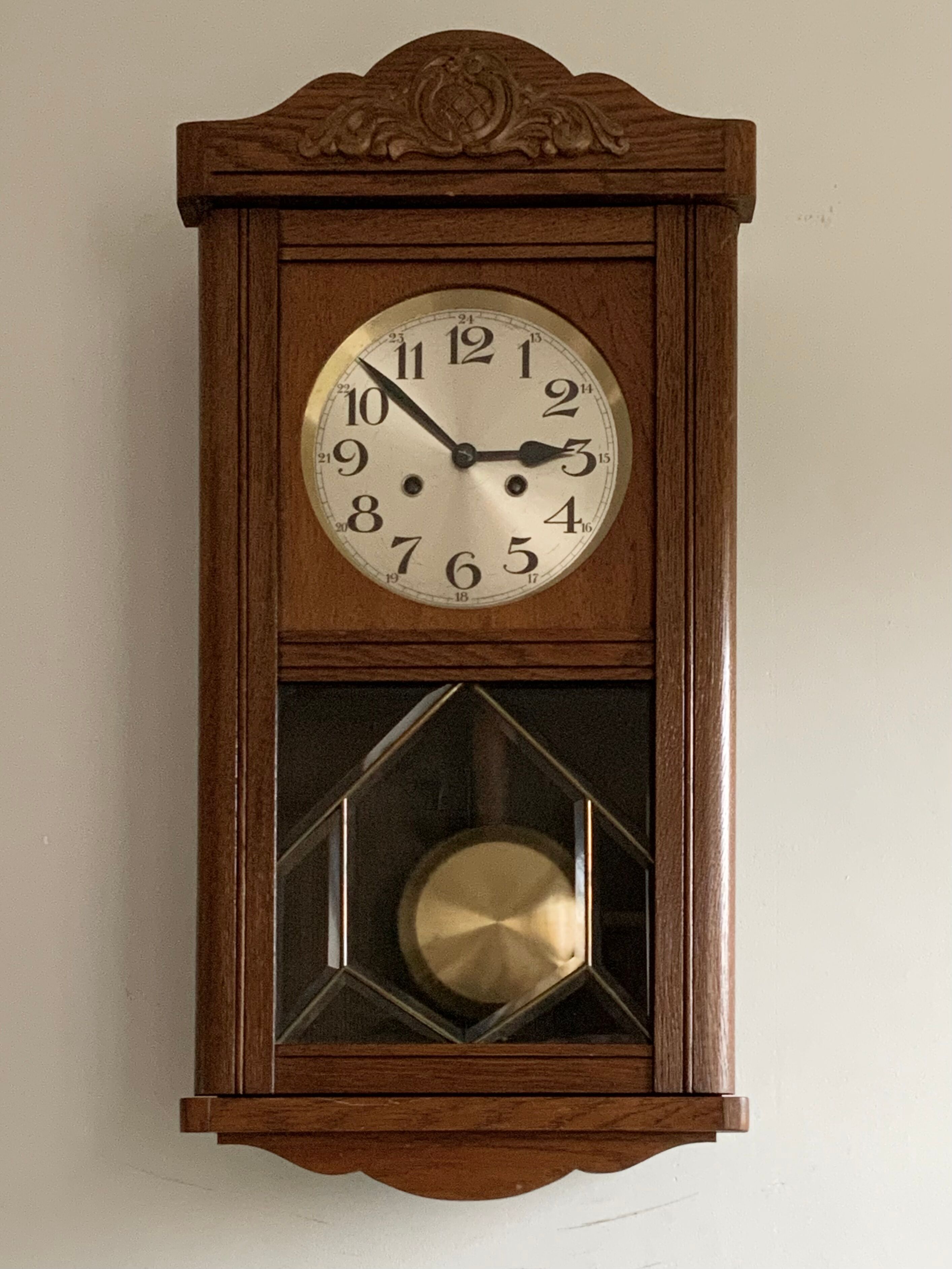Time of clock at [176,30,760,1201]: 2:52
